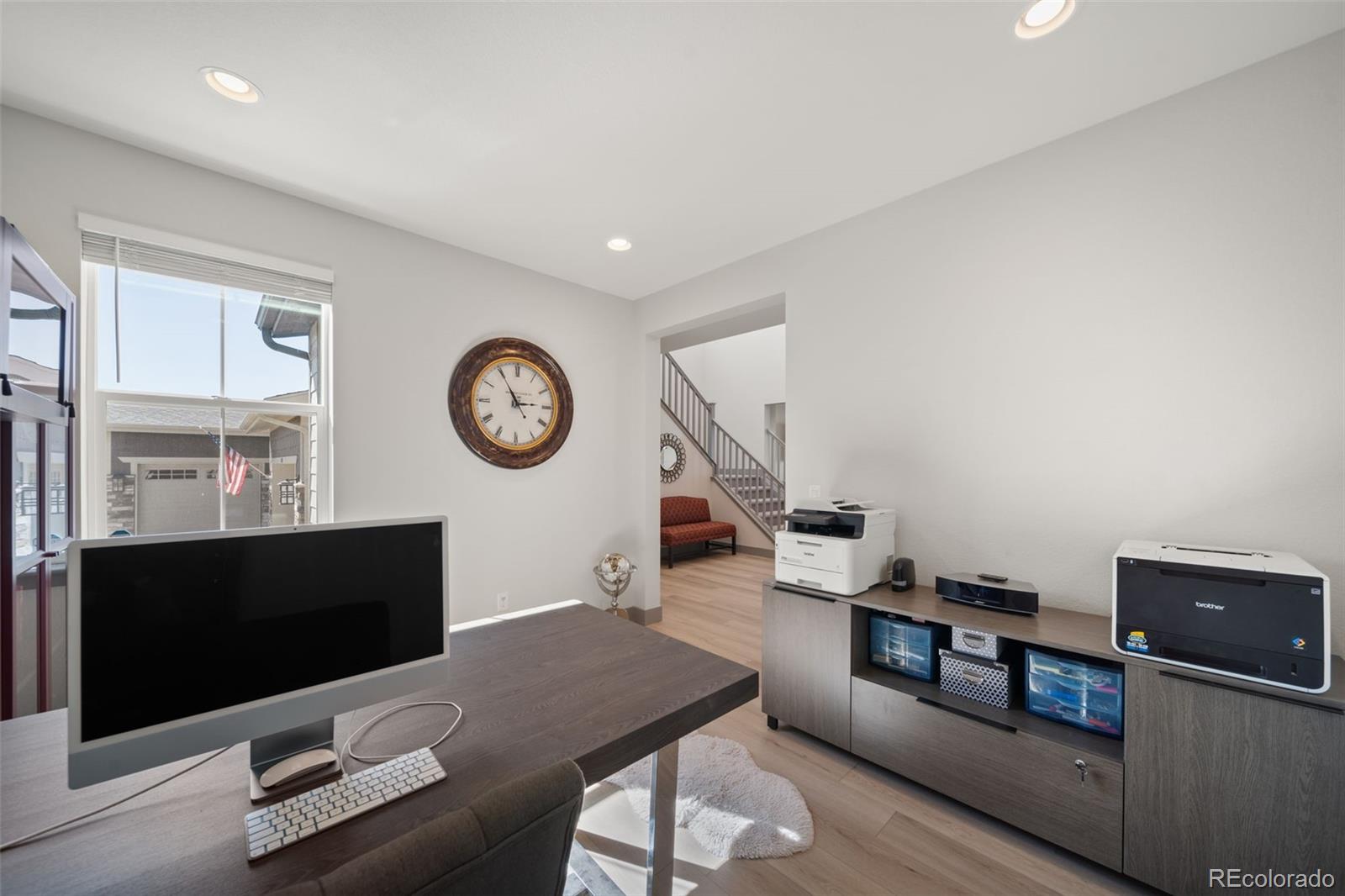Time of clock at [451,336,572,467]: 2:54
